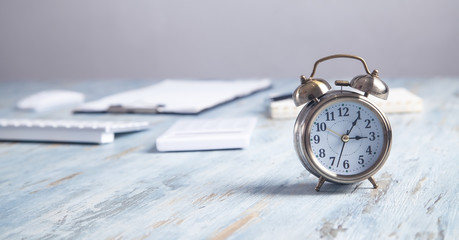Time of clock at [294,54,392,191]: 3:05
